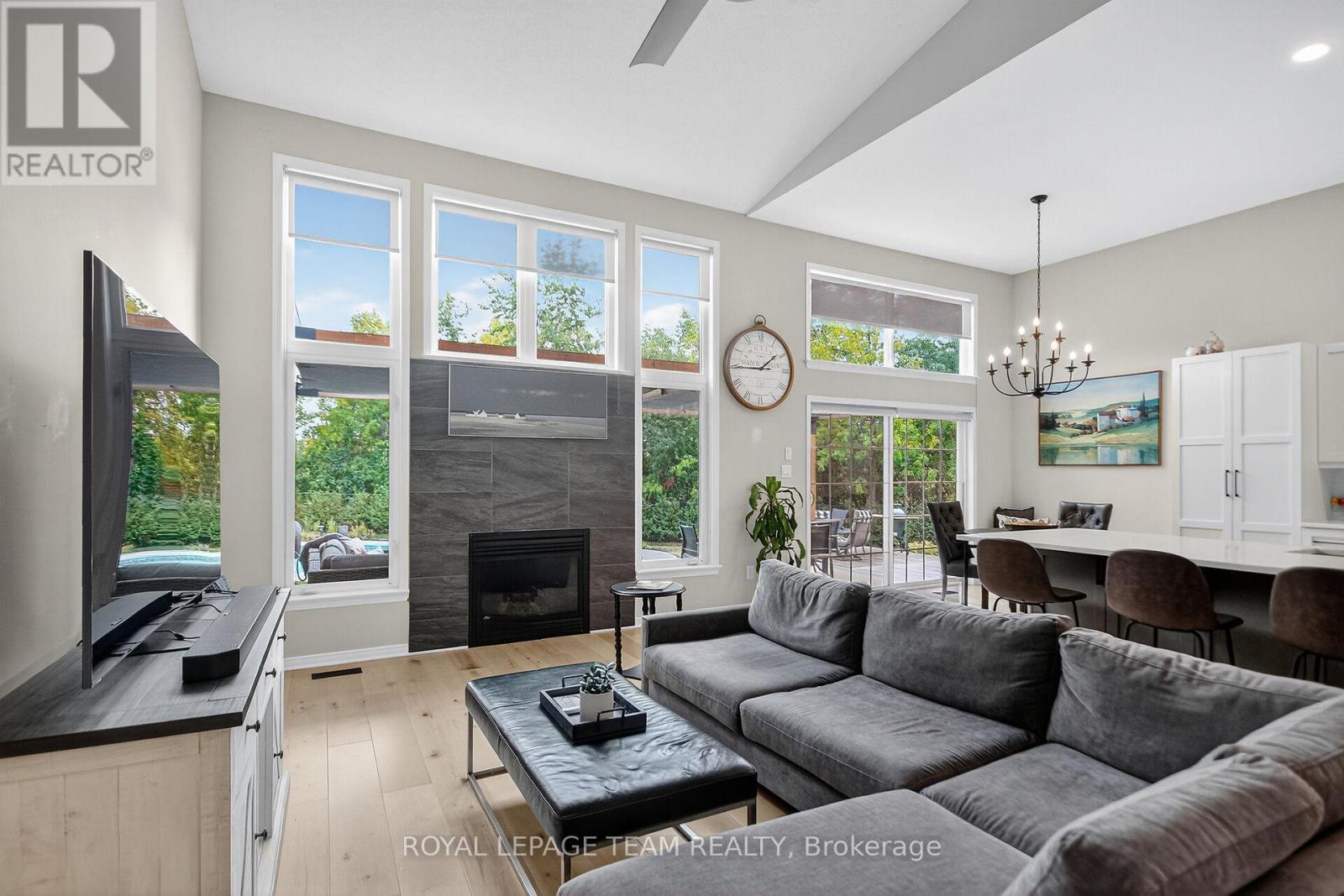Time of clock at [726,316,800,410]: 1:45
